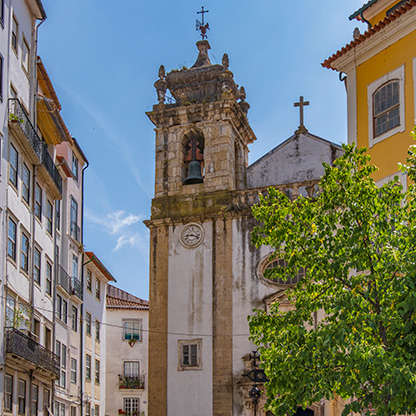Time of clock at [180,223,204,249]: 3:43
